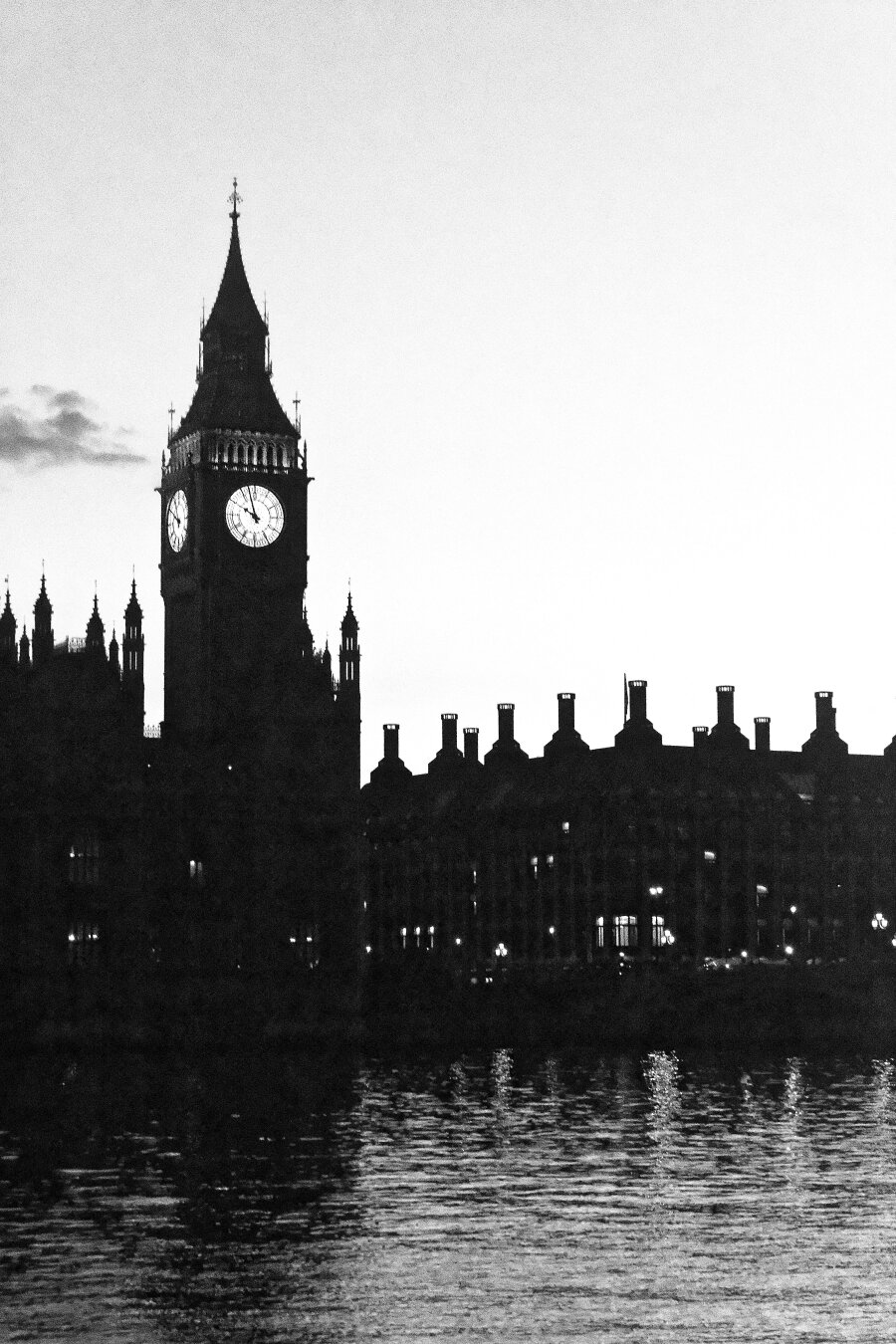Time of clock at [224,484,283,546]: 9:57
